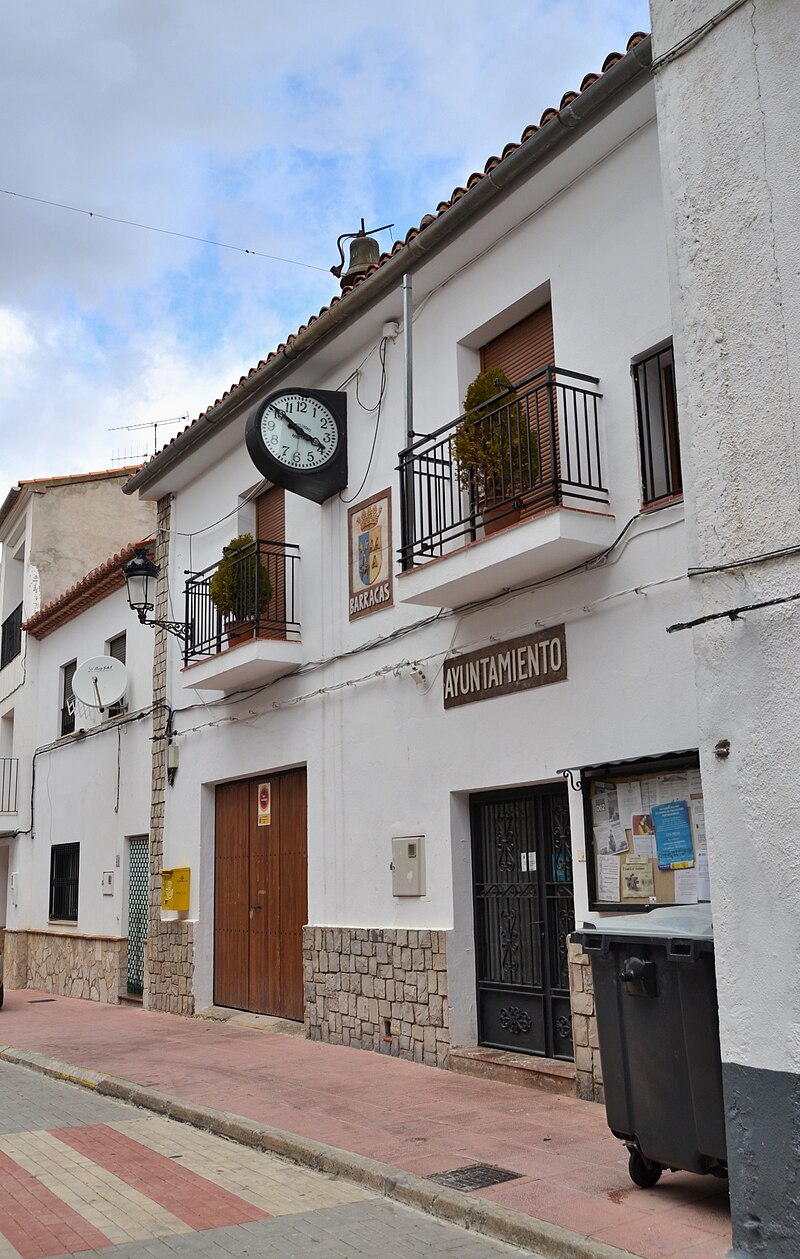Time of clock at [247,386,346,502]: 3:50
